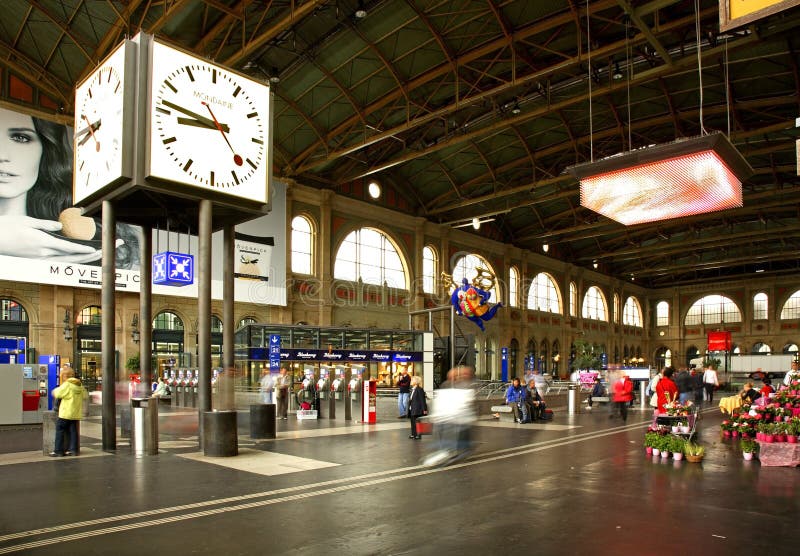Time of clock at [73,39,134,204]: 8:46
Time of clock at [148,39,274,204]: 8:46
